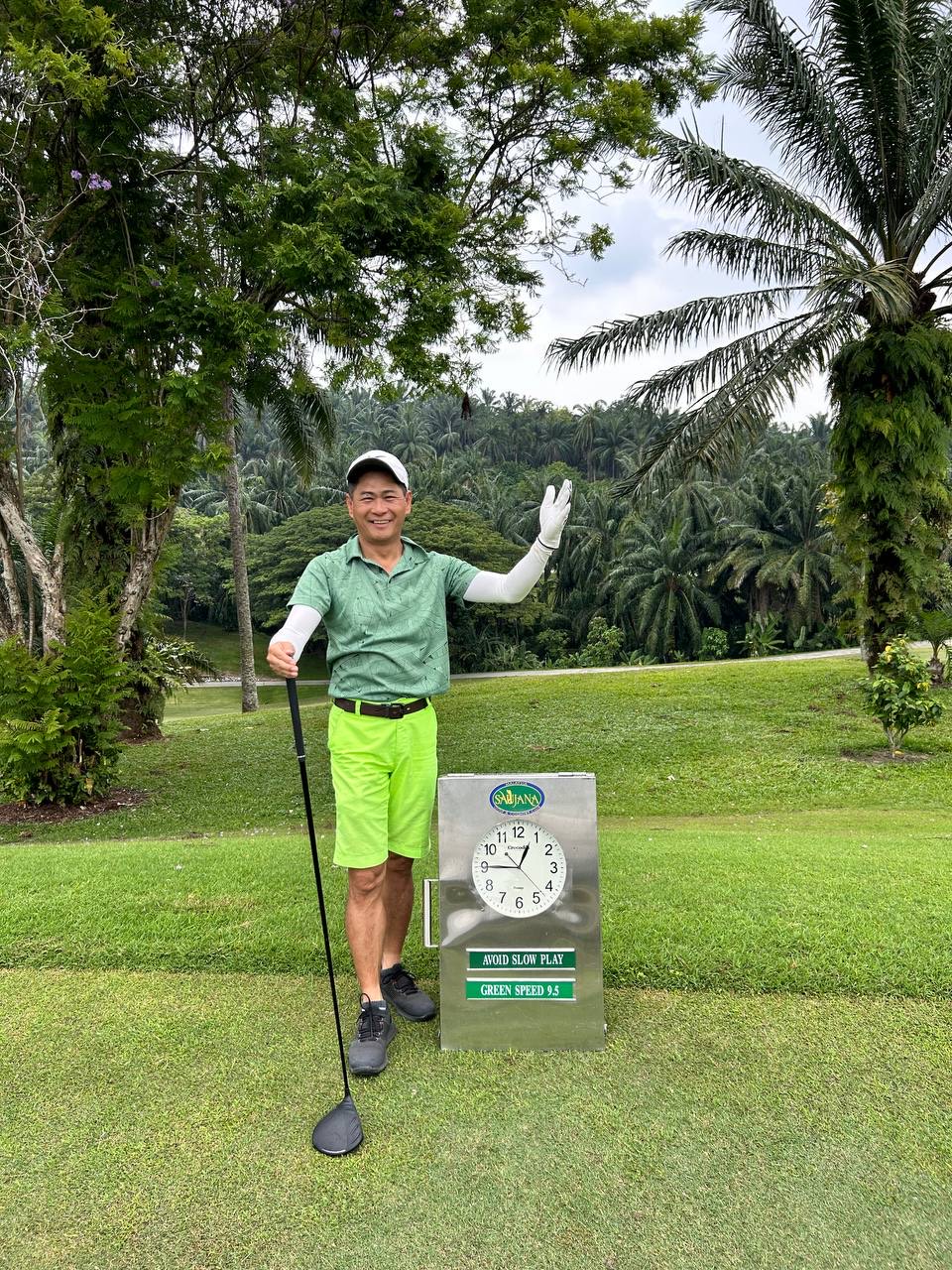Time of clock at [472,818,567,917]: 12:45
